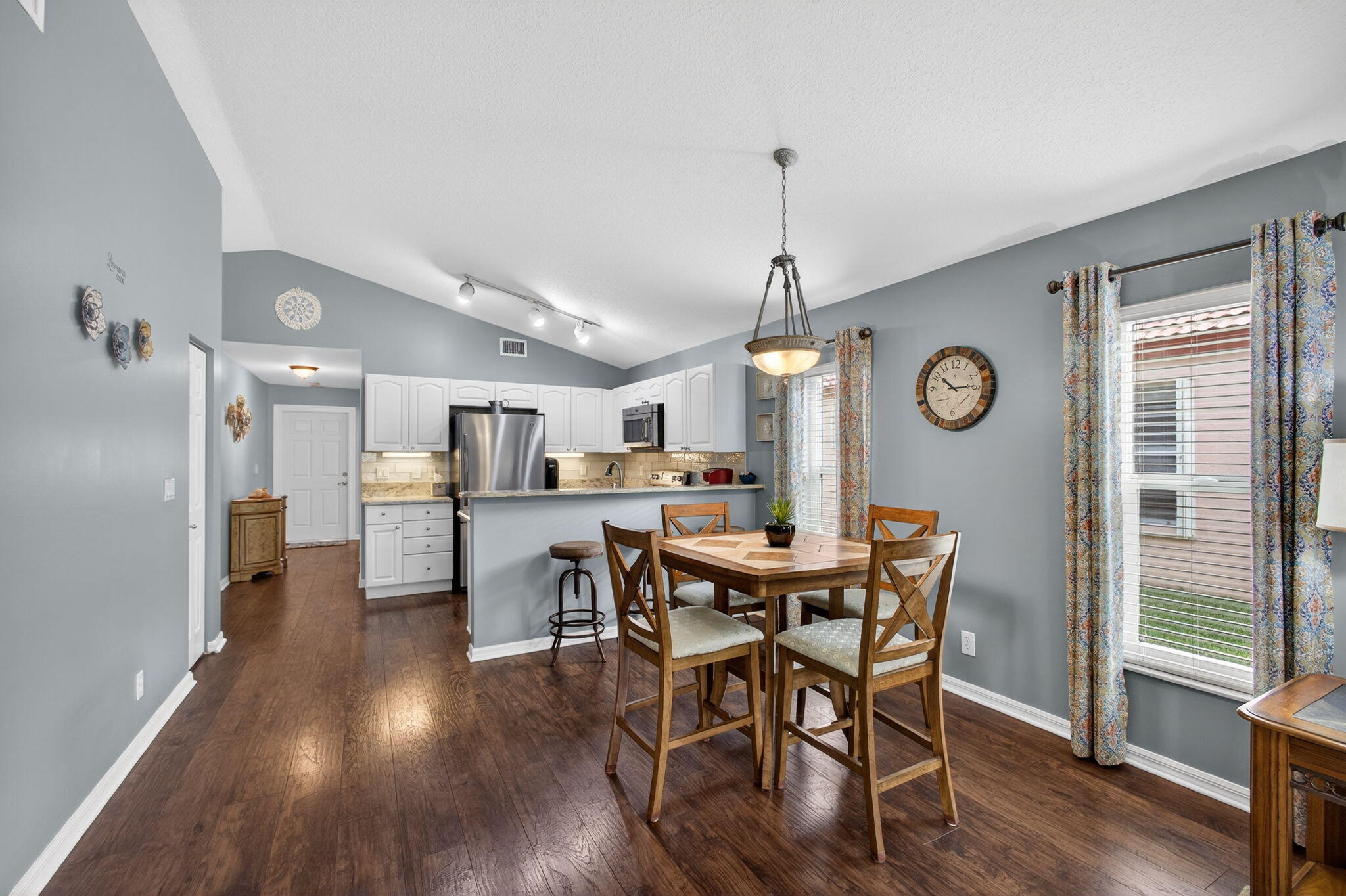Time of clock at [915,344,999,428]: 10:14
